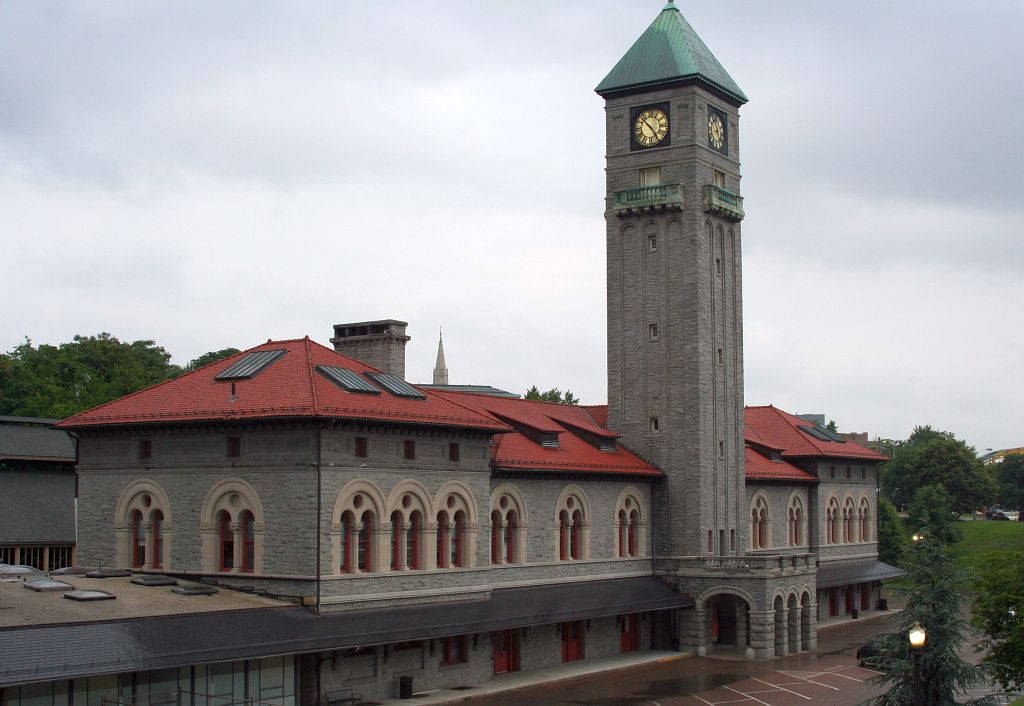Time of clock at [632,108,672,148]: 4:52
